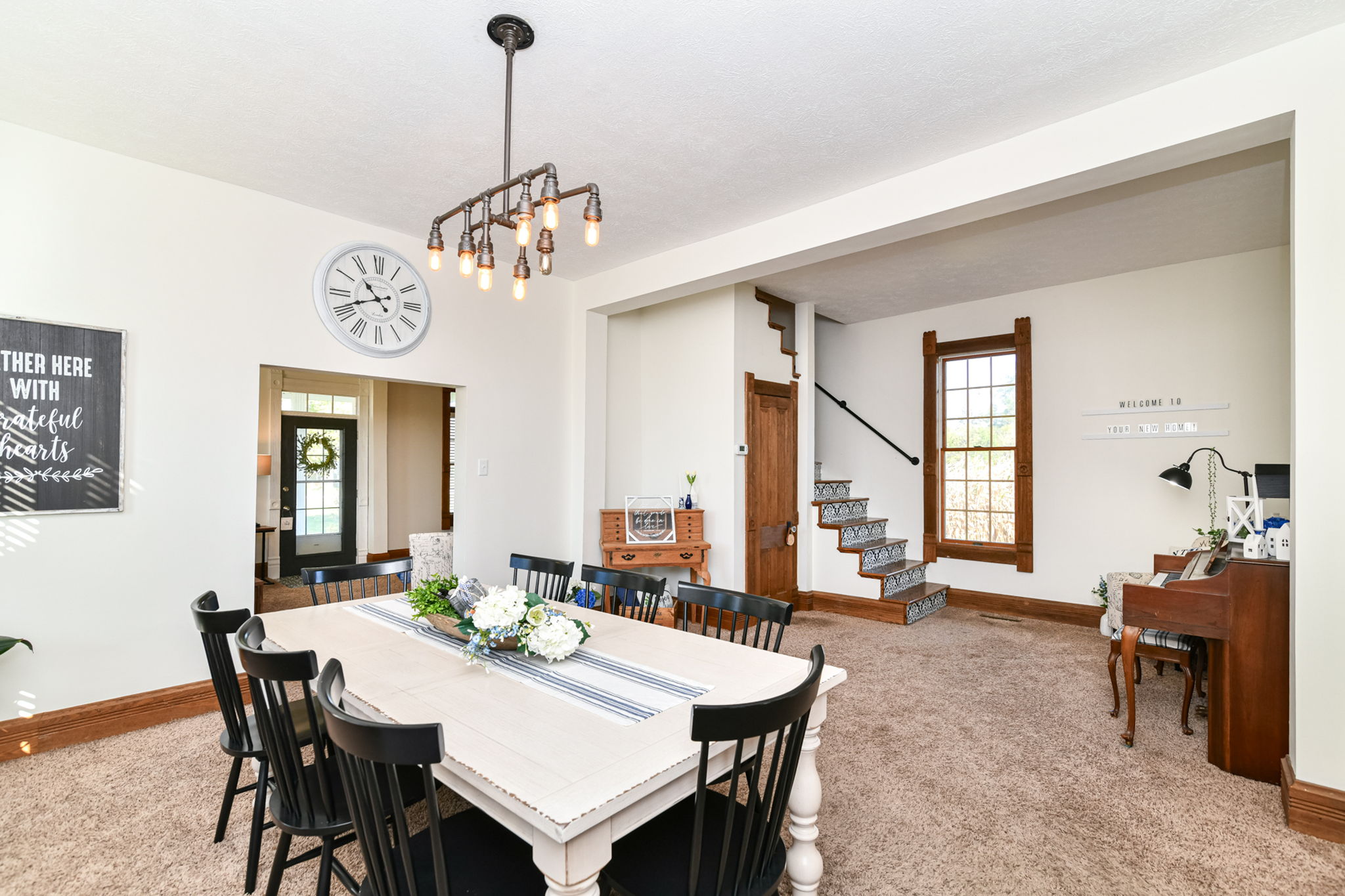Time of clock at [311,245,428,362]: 10:41
